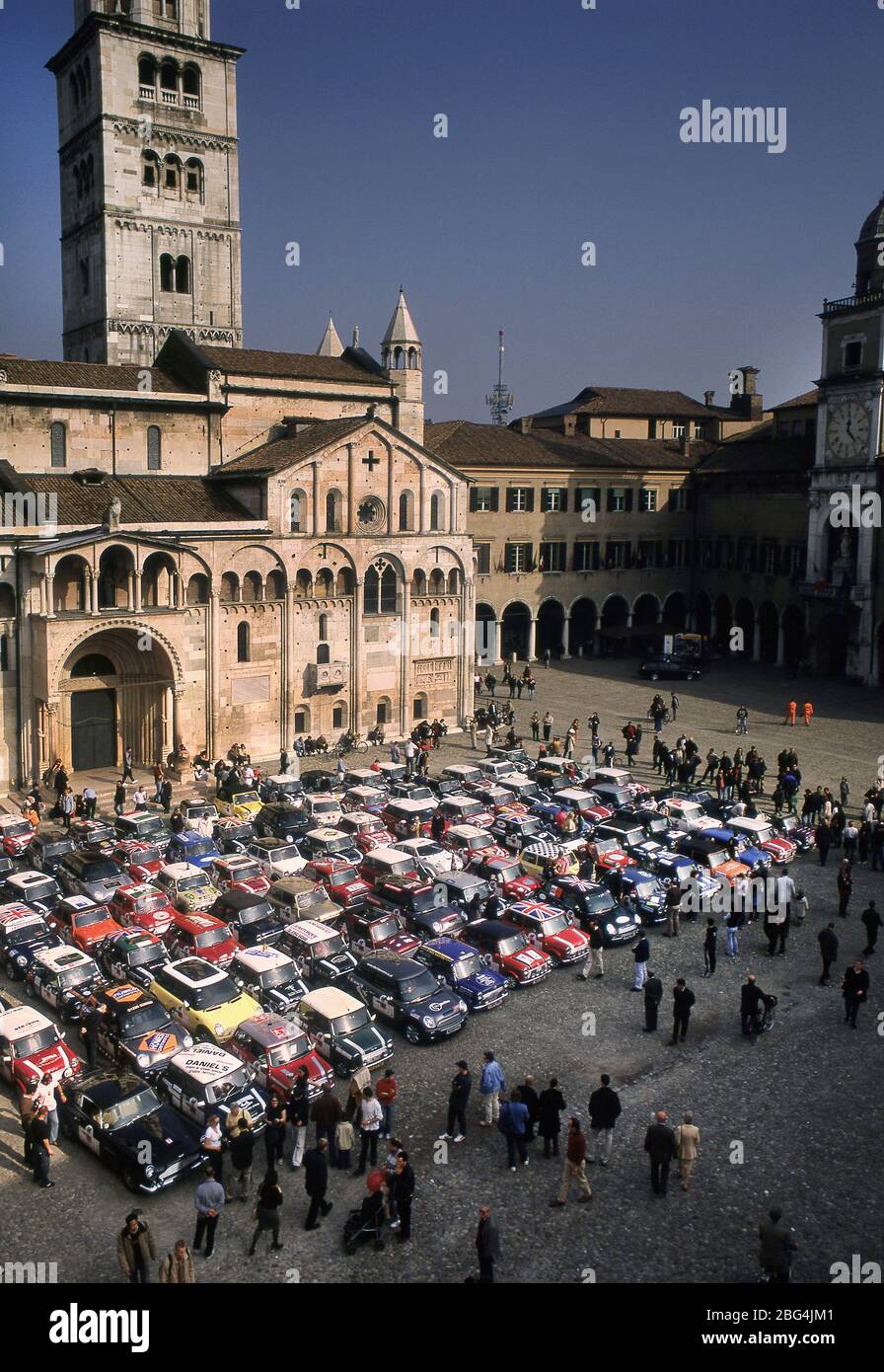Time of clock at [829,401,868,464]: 12:22
